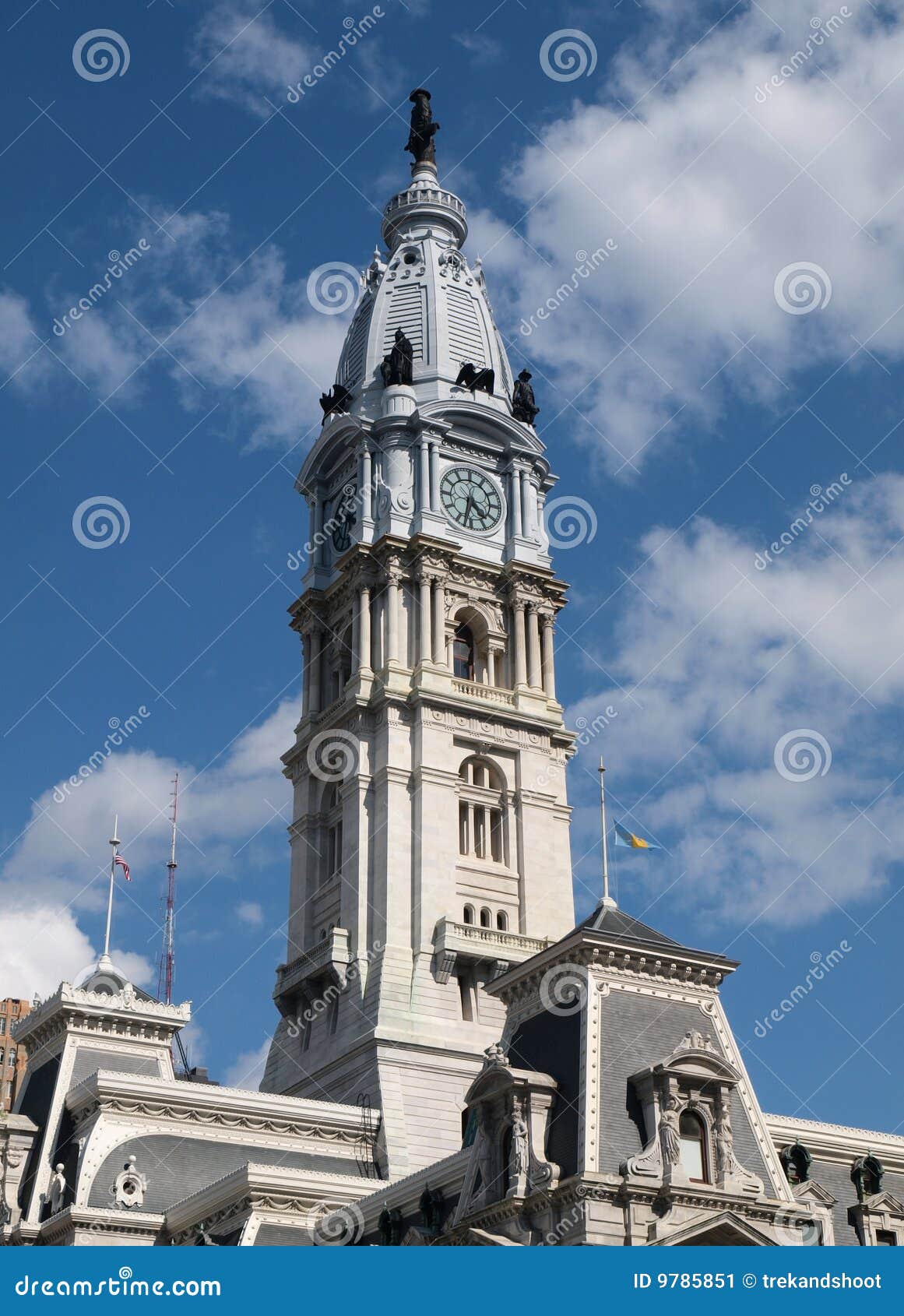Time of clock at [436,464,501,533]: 4:32
